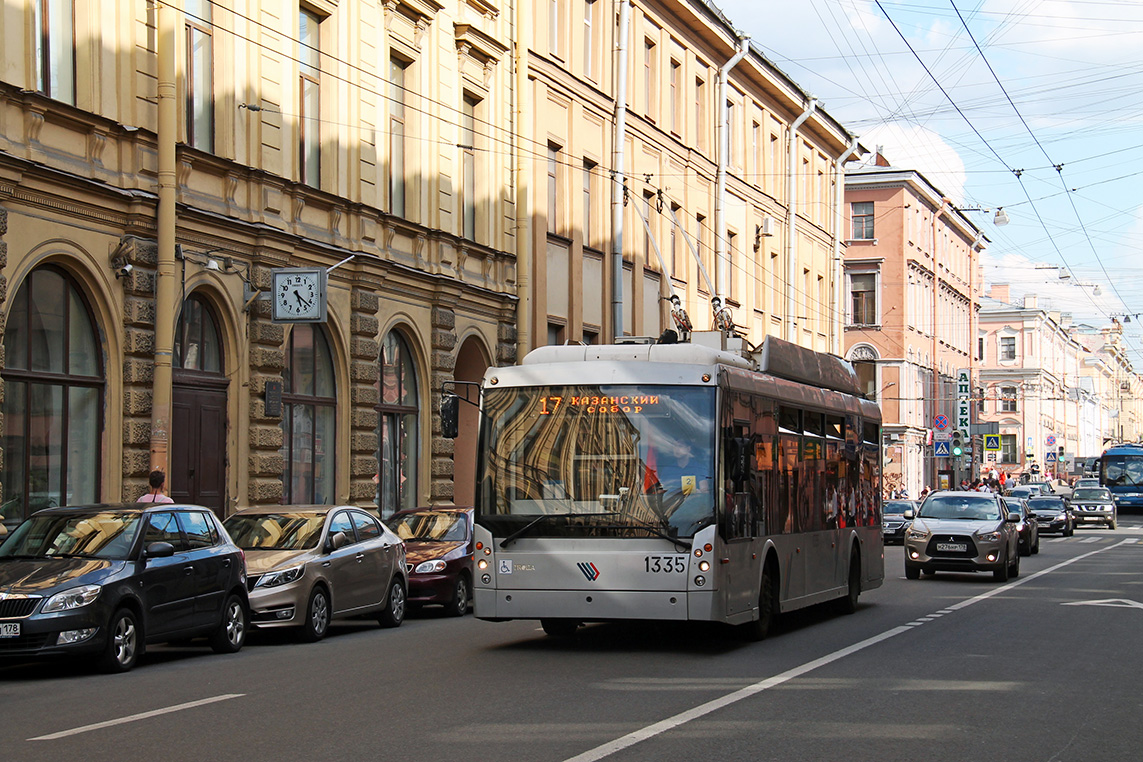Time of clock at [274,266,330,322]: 5:22
